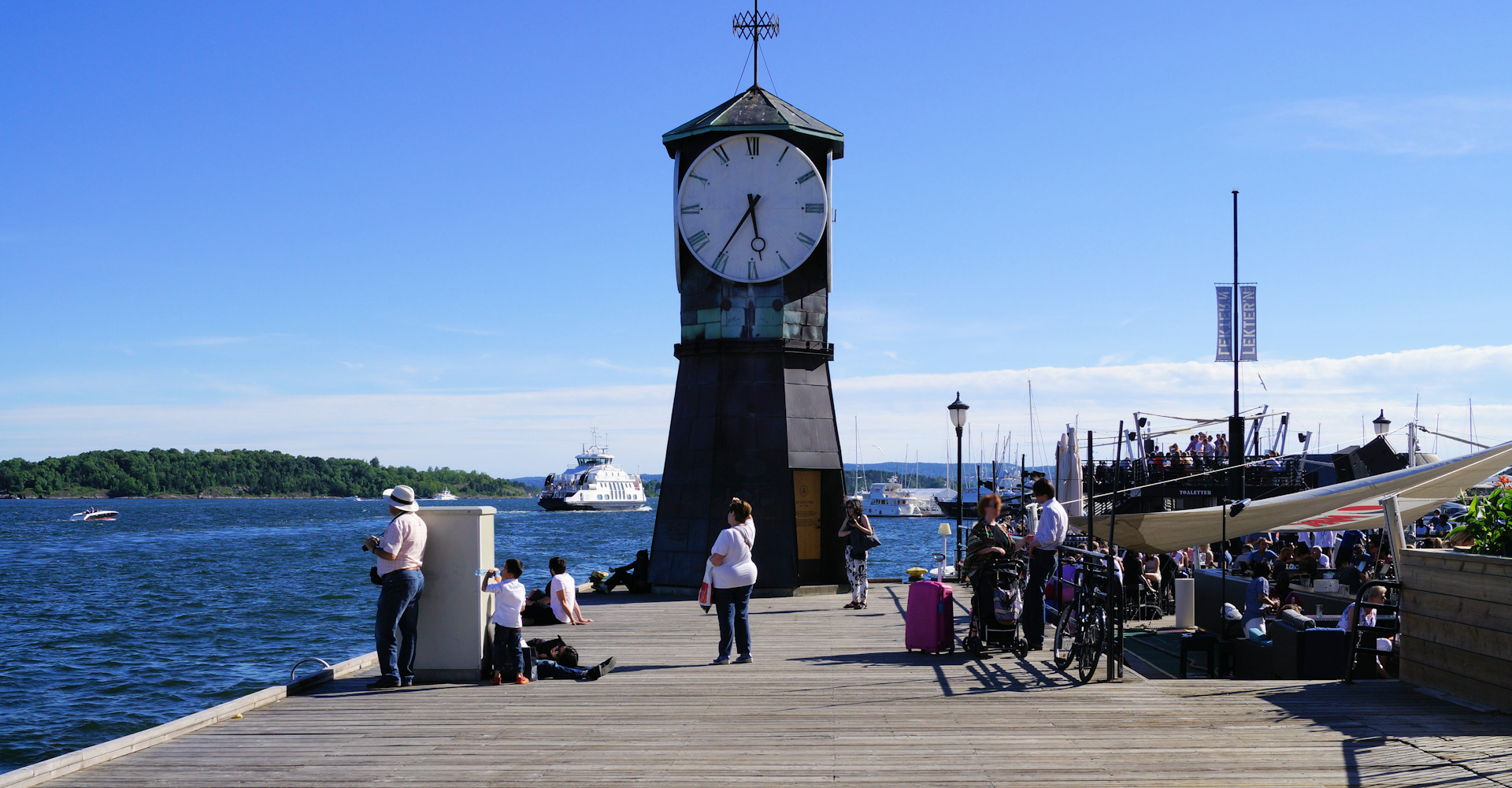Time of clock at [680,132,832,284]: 5:35
